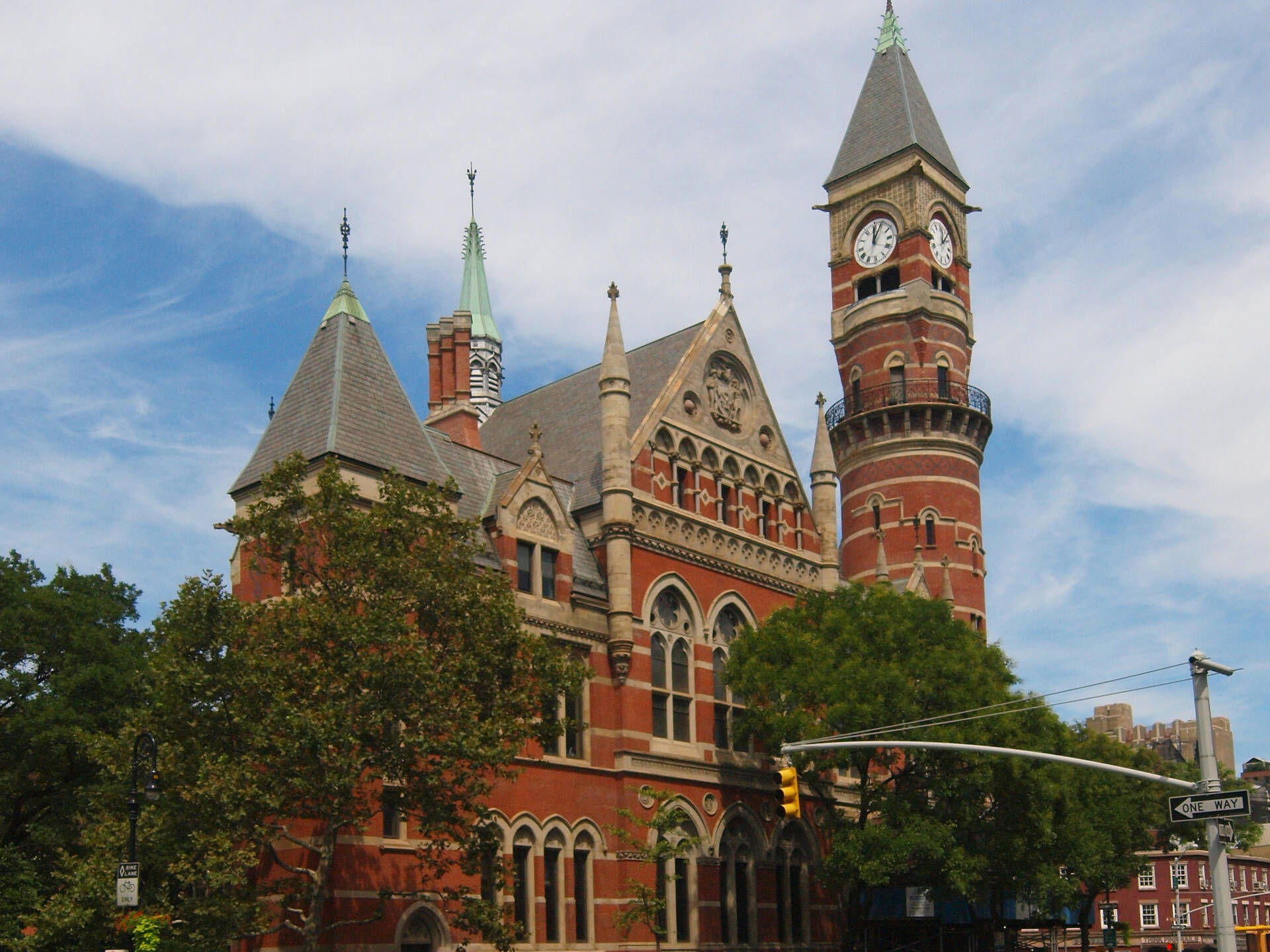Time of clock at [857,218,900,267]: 12:04
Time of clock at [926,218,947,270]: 12:07
